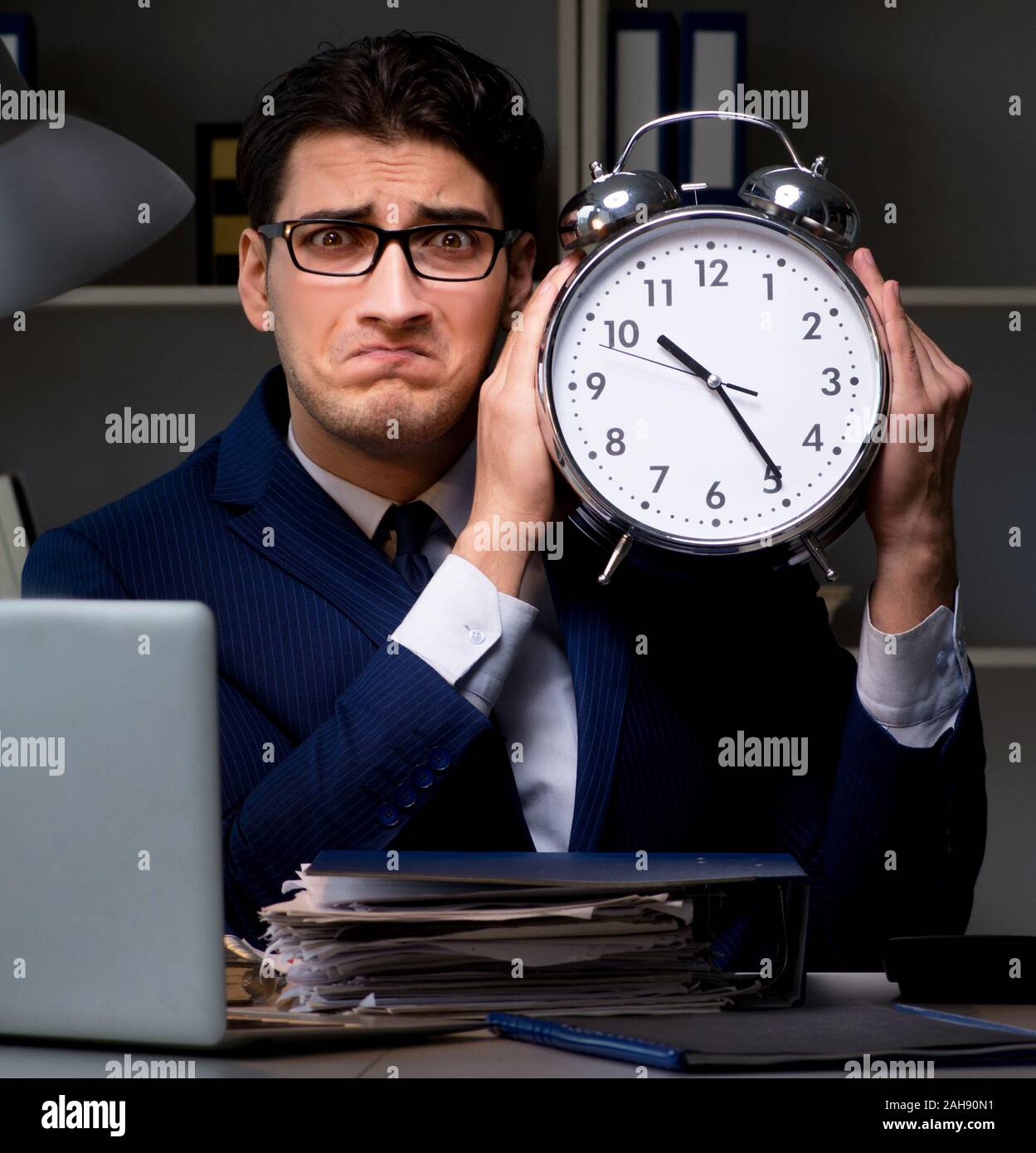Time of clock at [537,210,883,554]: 10:24
